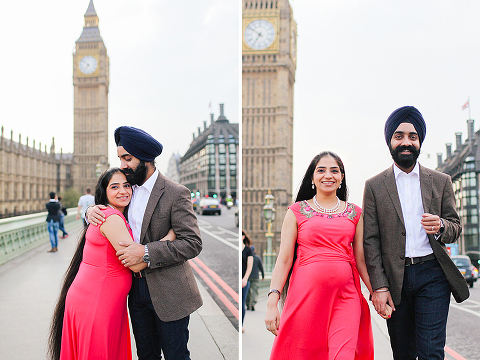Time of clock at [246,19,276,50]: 6:50
